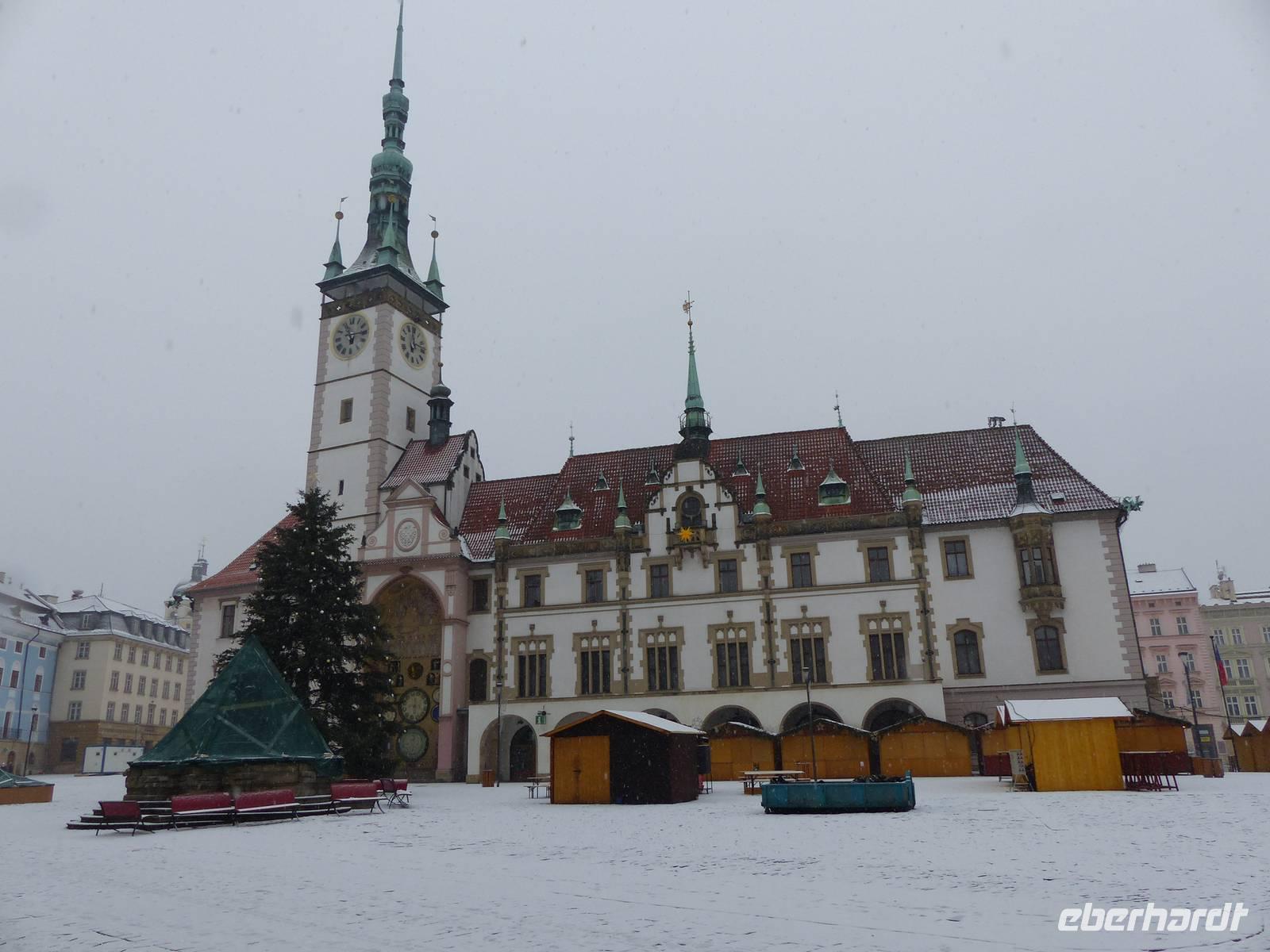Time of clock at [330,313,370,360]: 11:14
